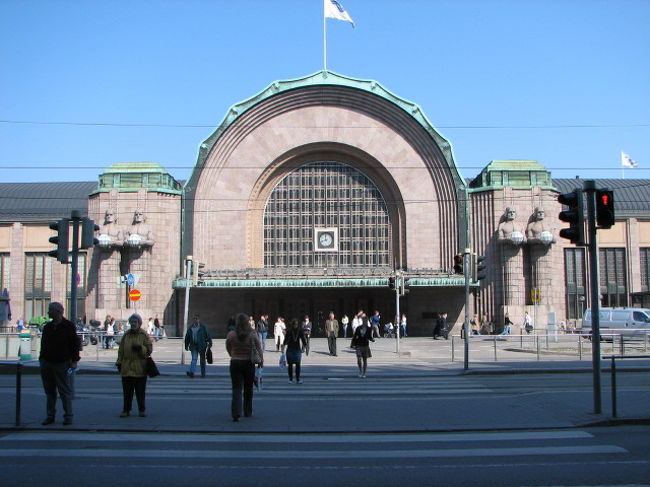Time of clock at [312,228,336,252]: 11:42
